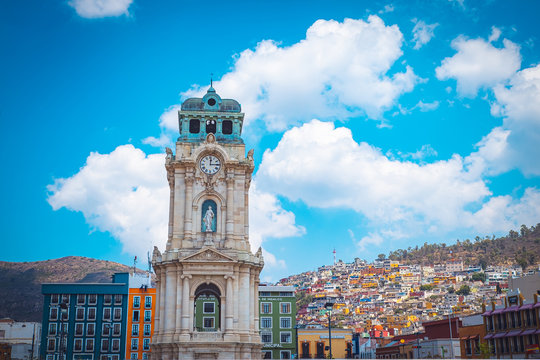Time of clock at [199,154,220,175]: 12:14
